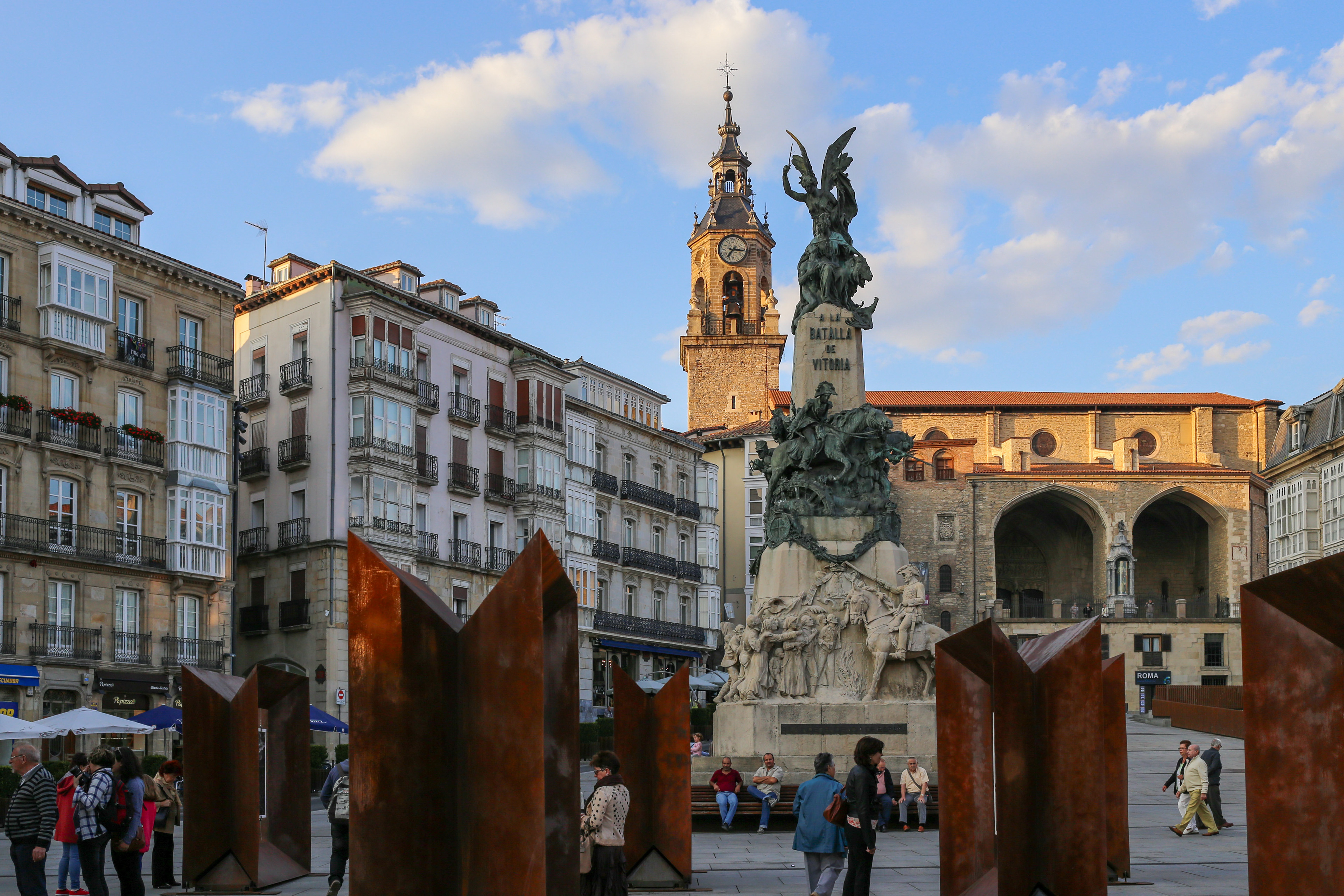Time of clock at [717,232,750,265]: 7:16
